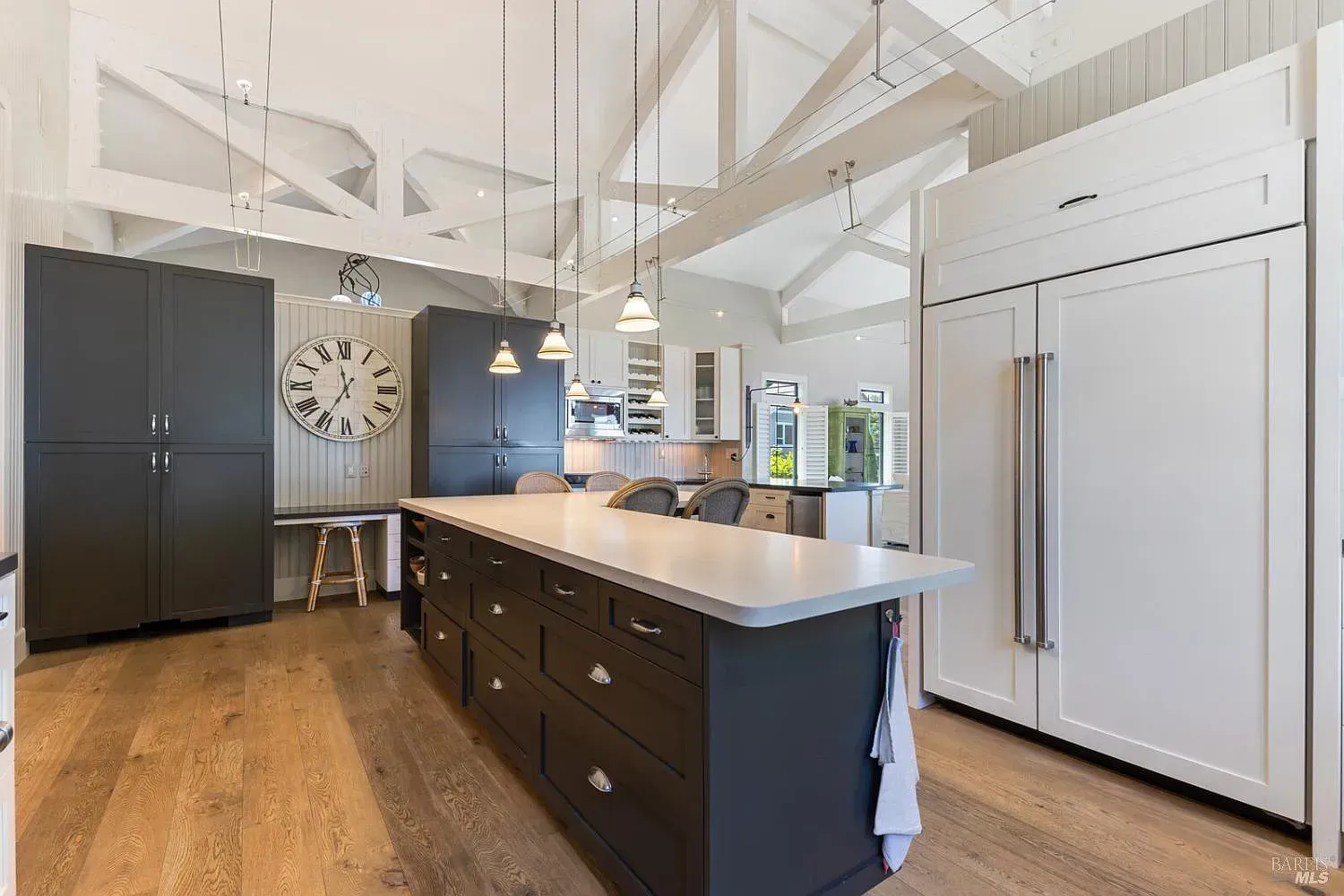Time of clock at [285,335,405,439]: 11:35
